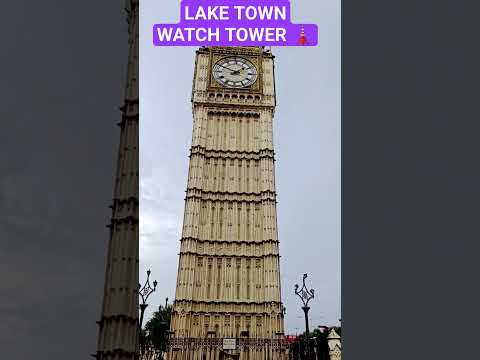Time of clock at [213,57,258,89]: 1:49
